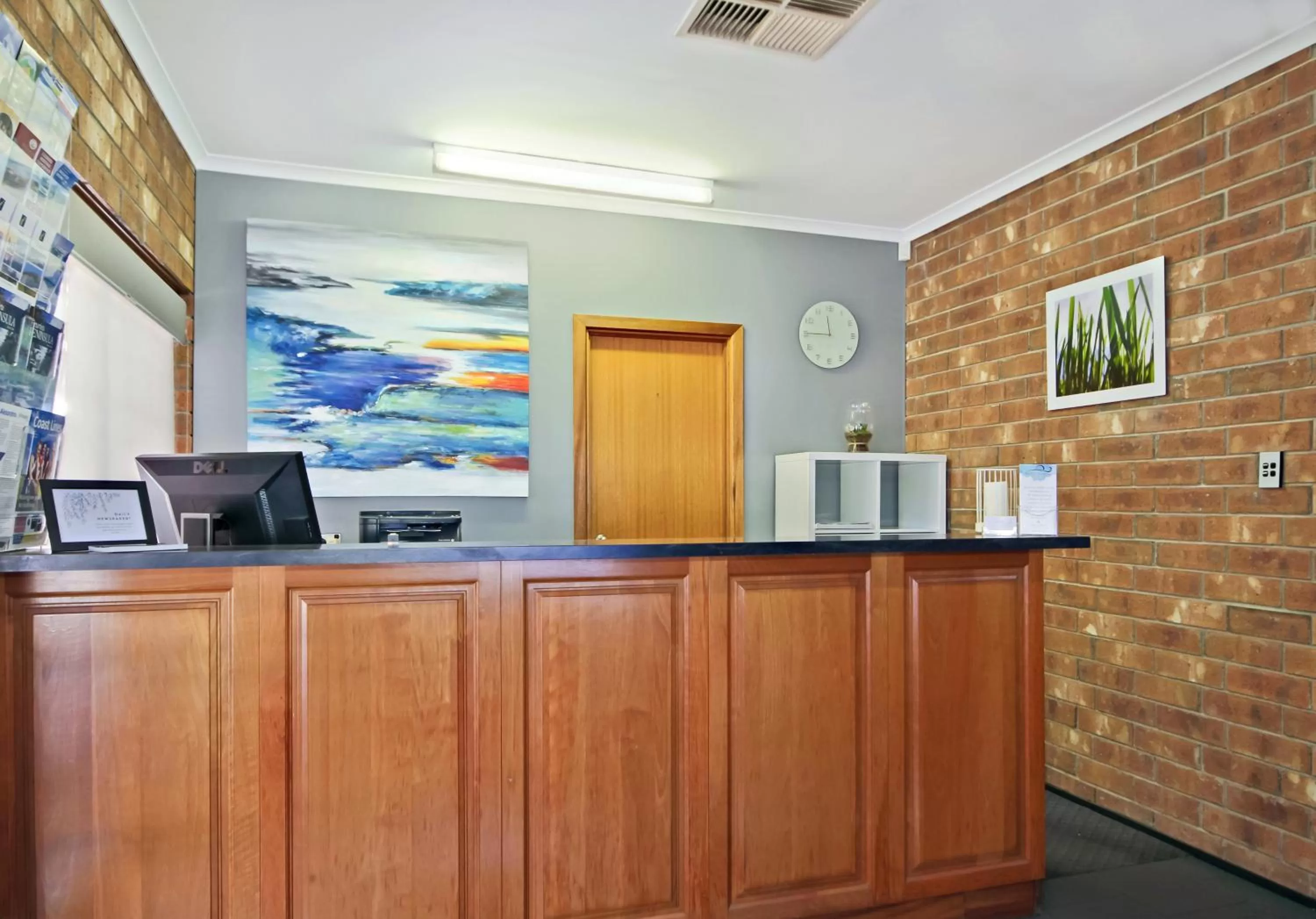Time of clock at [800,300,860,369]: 11:45
